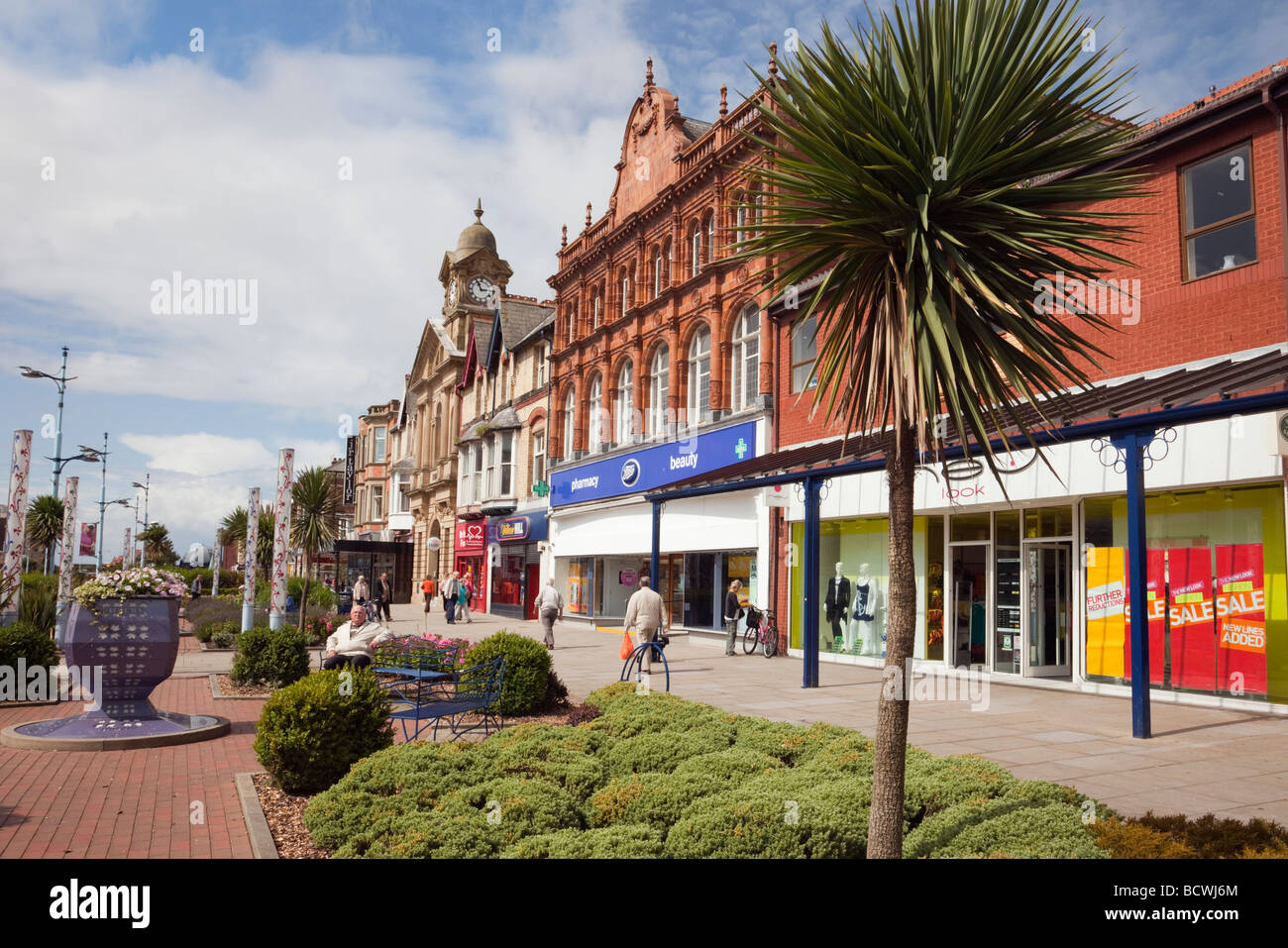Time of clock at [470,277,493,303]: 2:56
